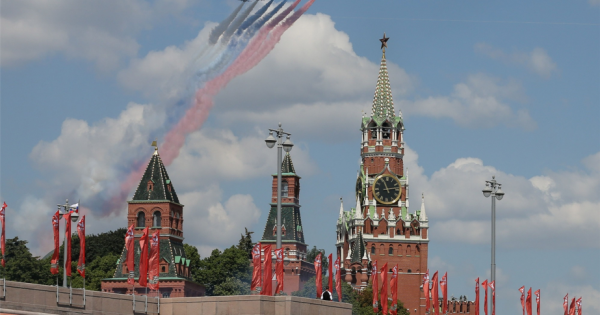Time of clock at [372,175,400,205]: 11:13
